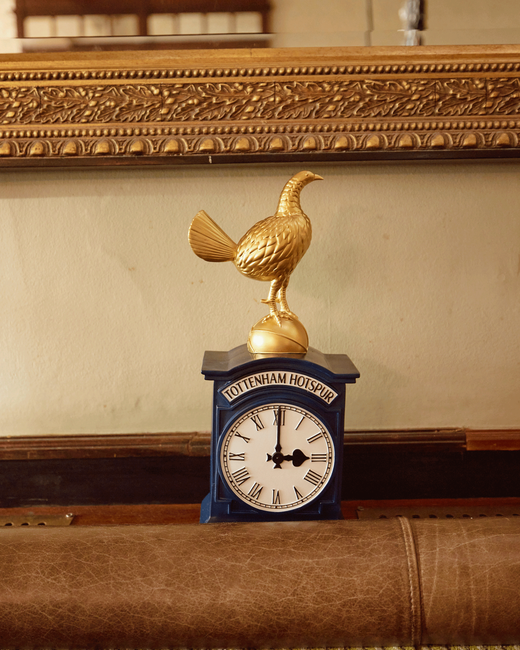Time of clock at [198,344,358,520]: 3:00
